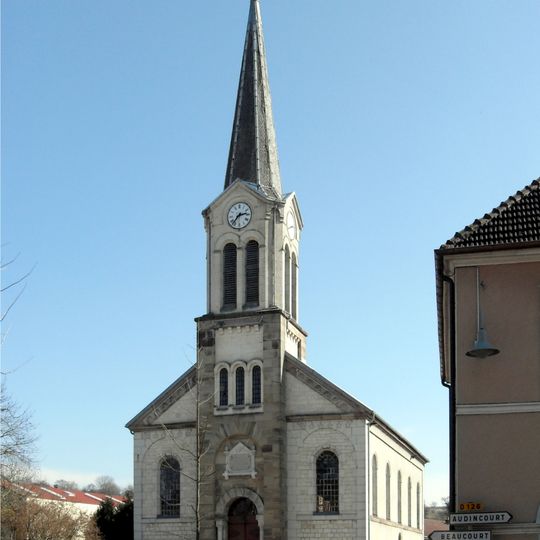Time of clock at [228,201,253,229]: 2:36
